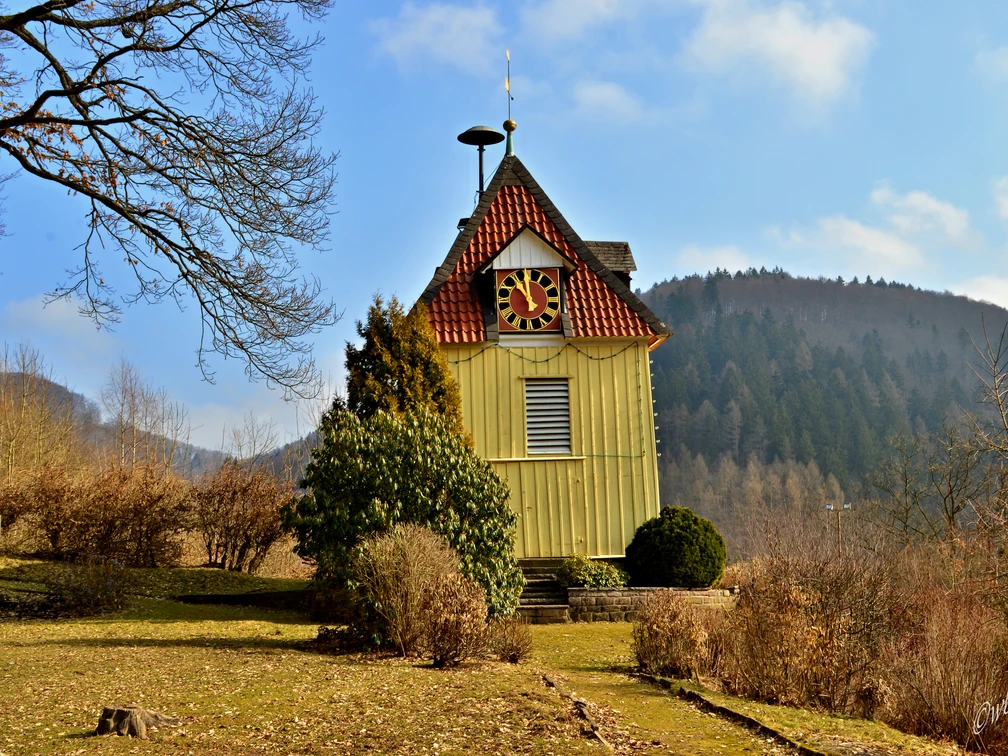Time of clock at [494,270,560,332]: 10:59
